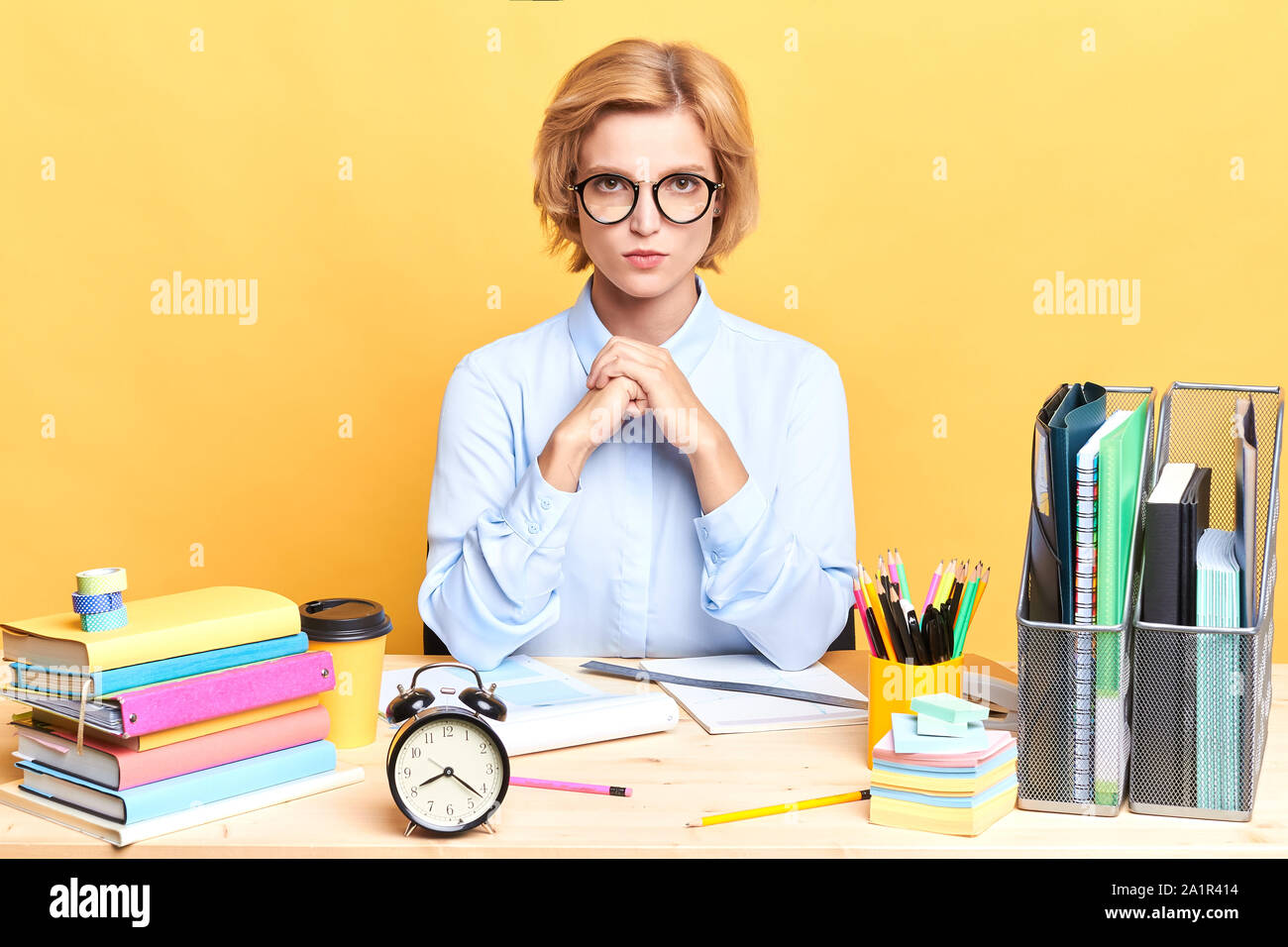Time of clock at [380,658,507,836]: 8:21
